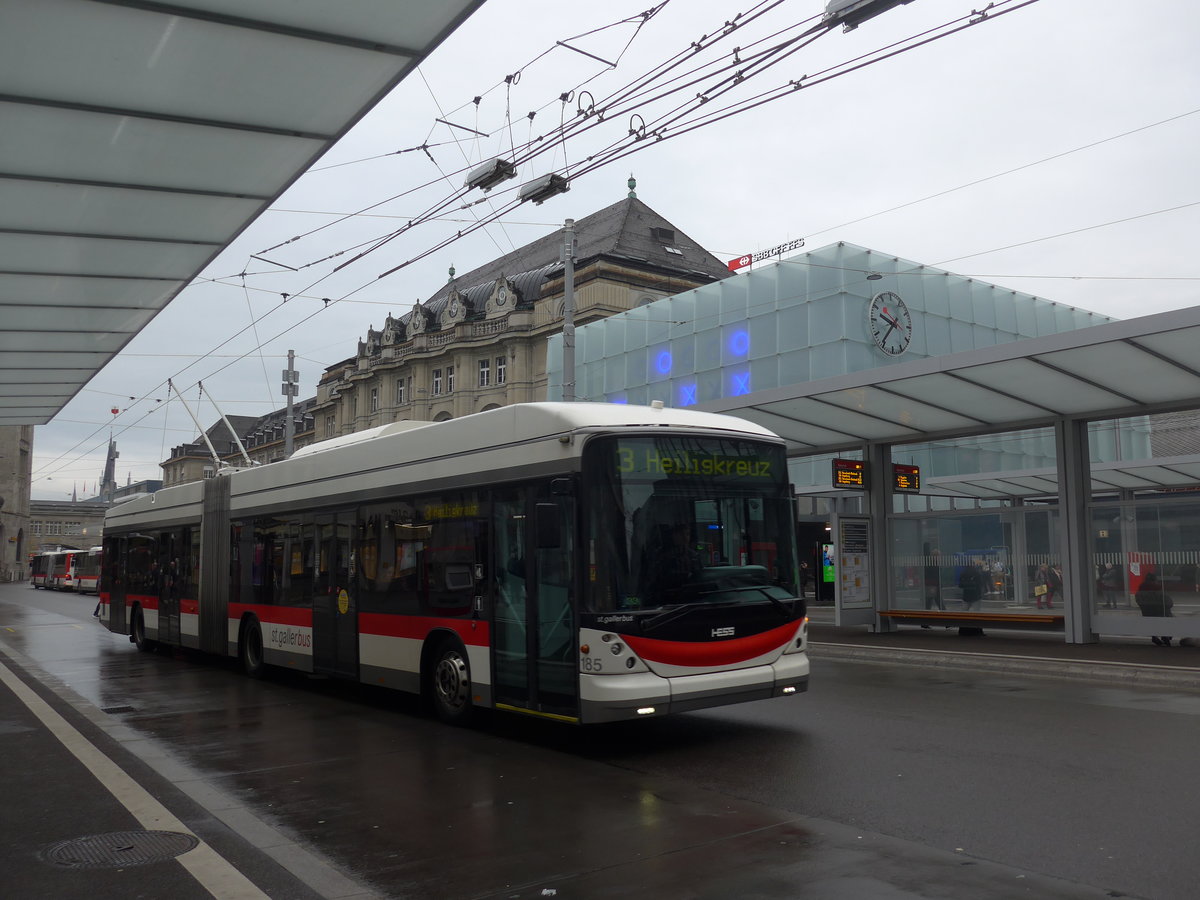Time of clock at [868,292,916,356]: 9:36
